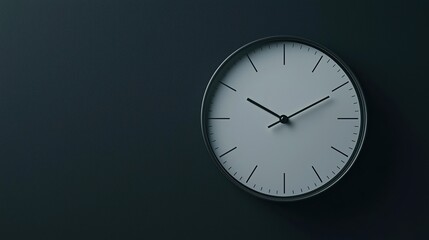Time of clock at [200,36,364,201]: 10:10
